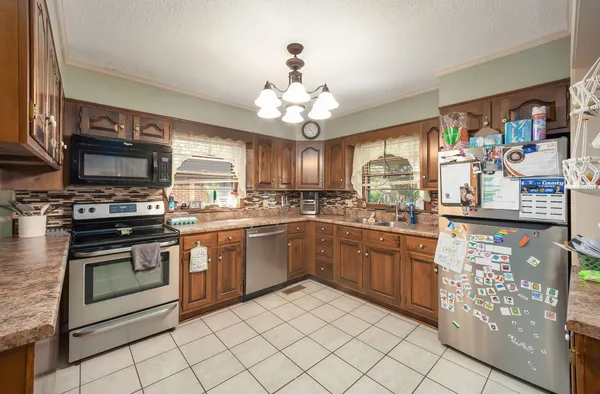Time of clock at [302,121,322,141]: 10:24
